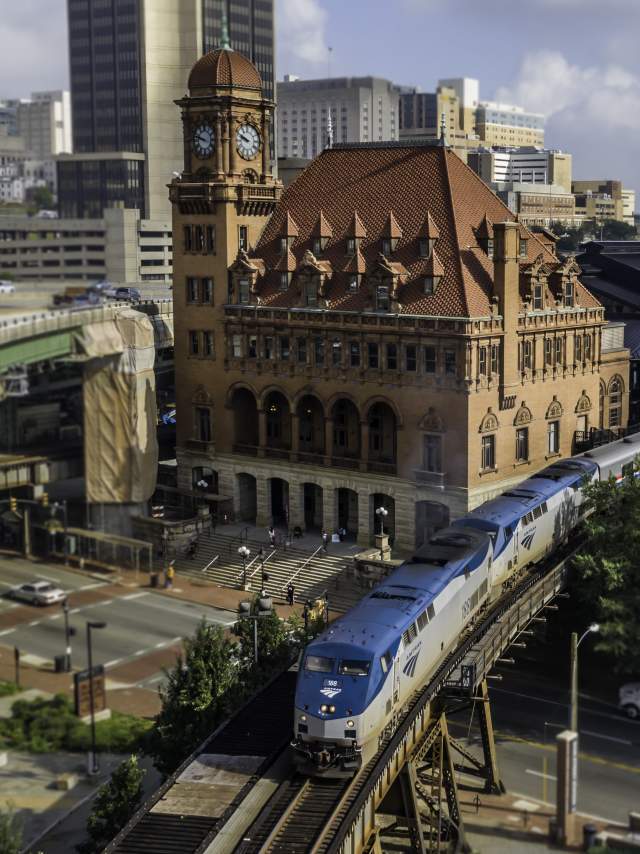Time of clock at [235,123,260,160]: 9:48
